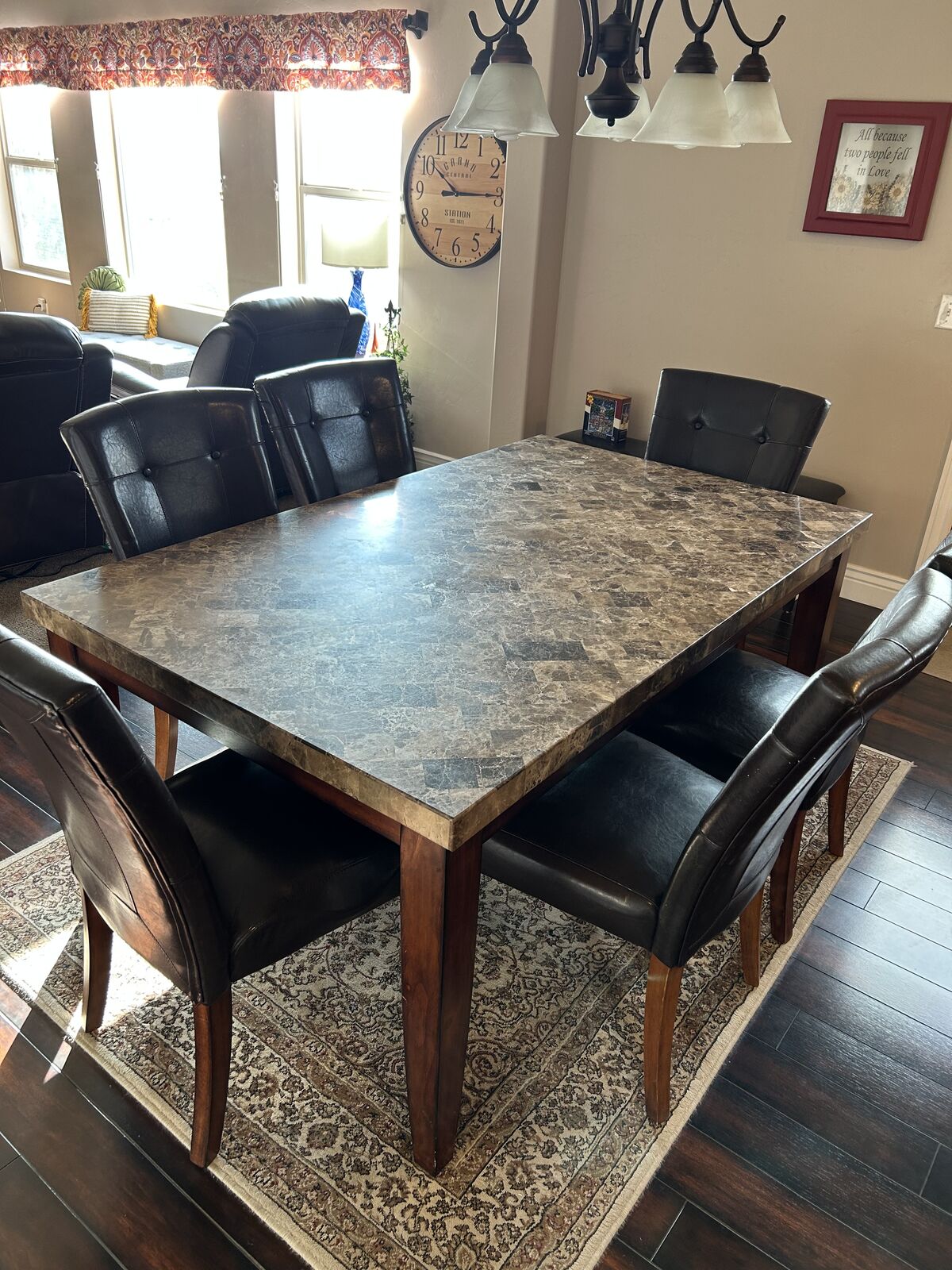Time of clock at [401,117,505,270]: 10:14
